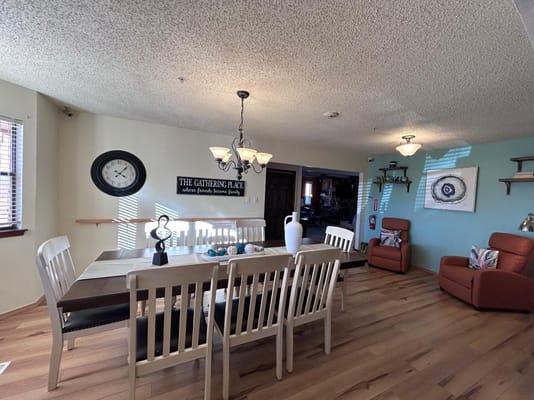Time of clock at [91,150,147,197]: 4:07
